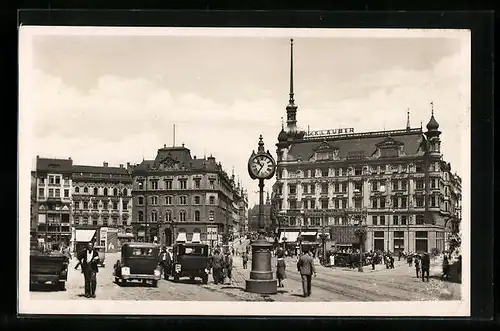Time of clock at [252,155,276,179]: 10:36
